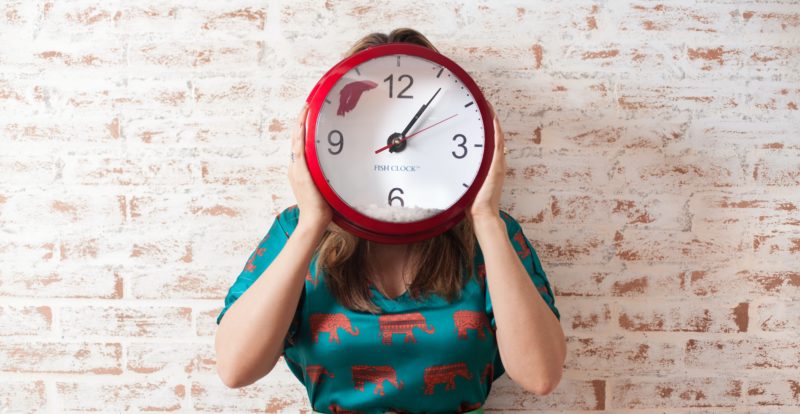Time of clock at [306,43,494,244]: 1:06
